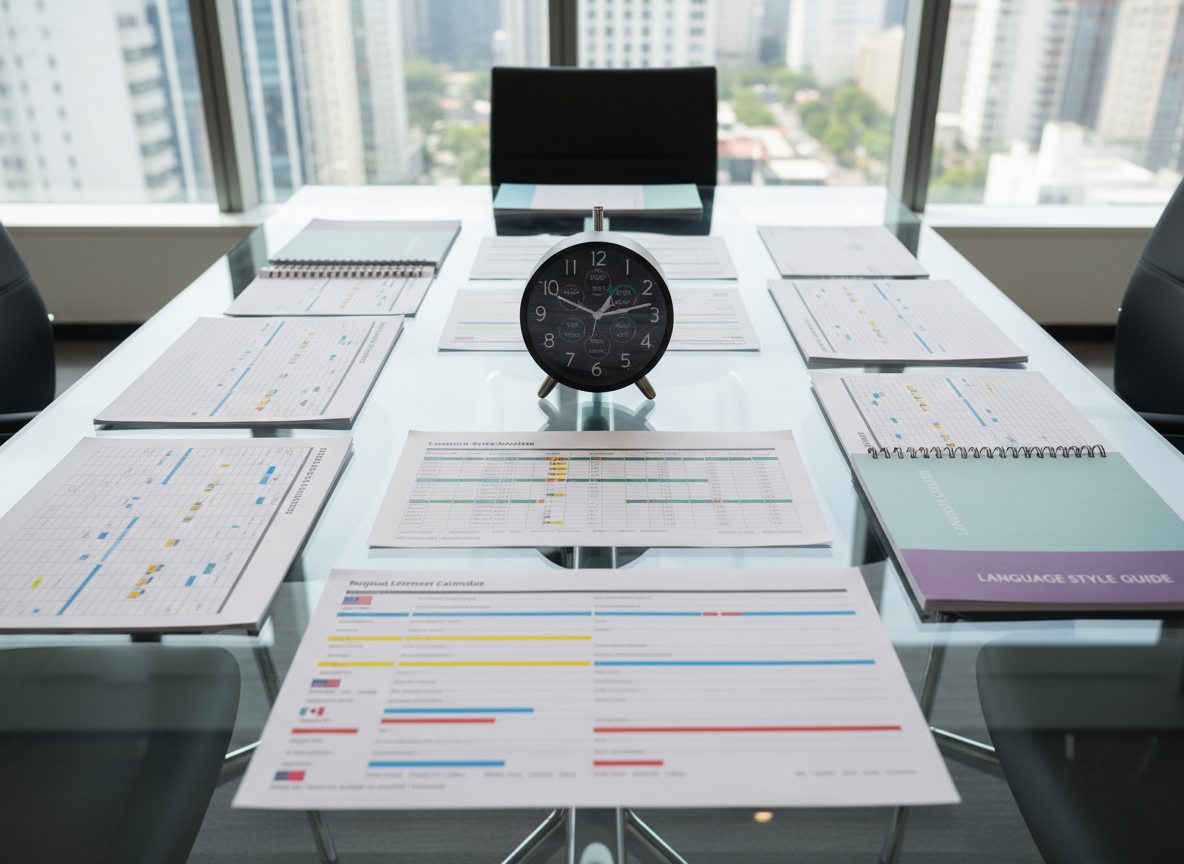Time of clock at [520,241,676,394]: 1:13
